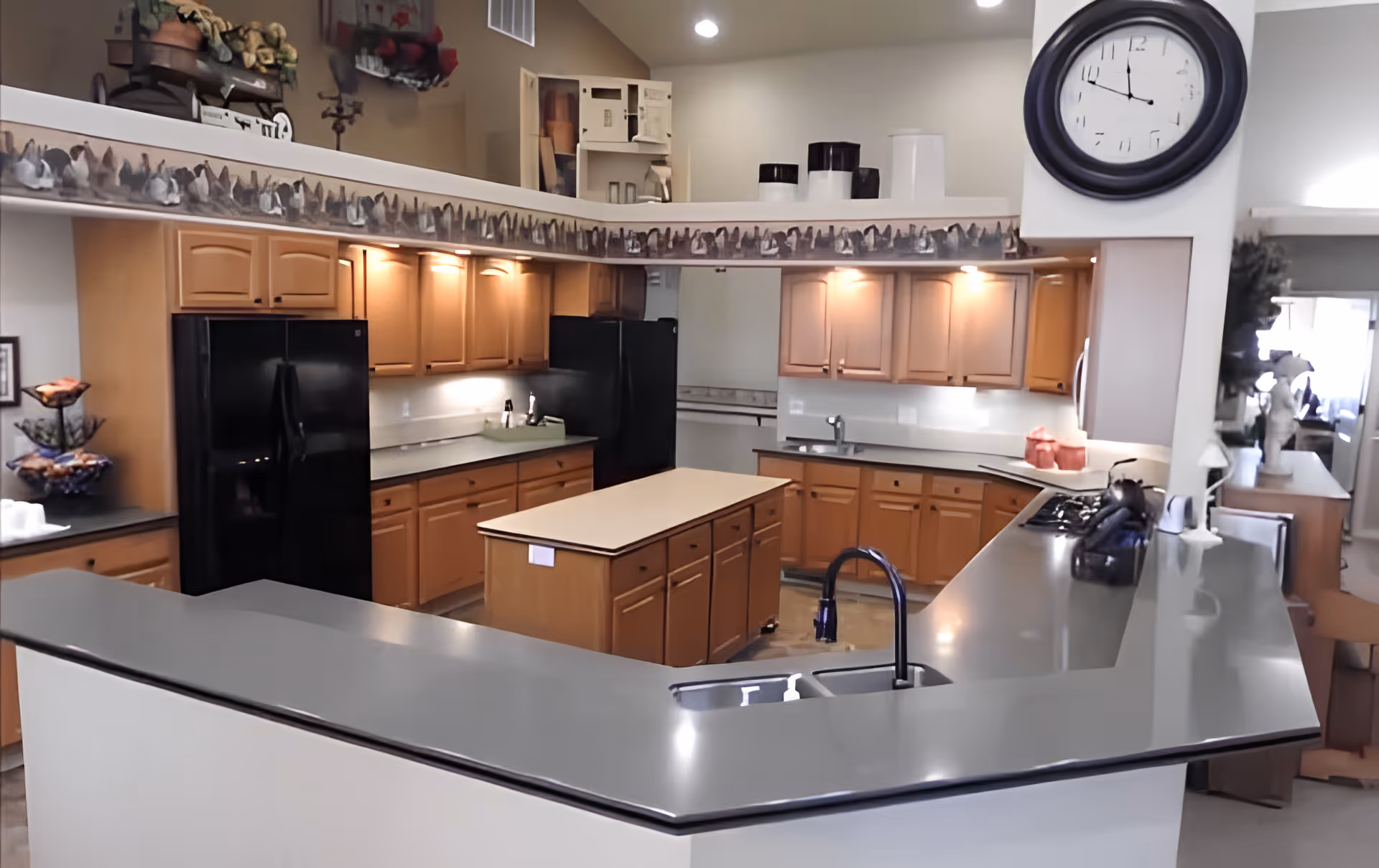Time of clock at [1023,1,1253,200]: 11:48
